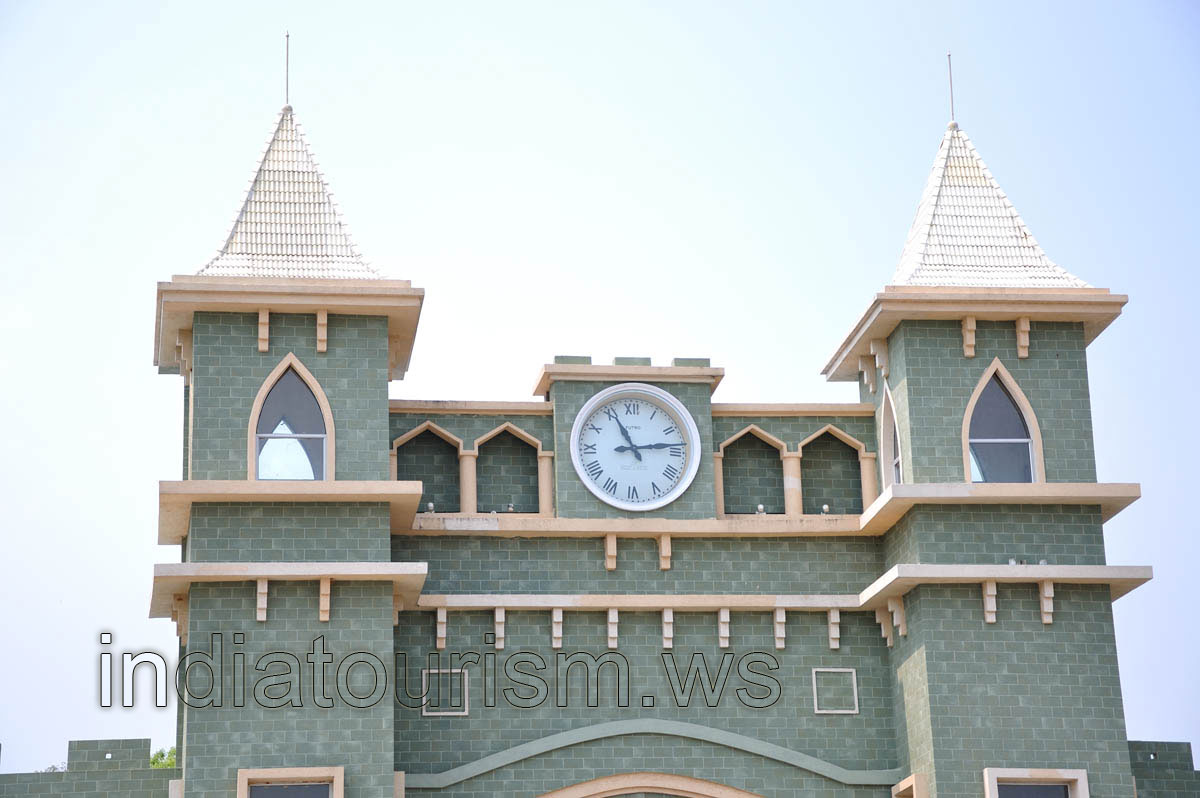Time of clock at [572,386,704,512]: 11:13
